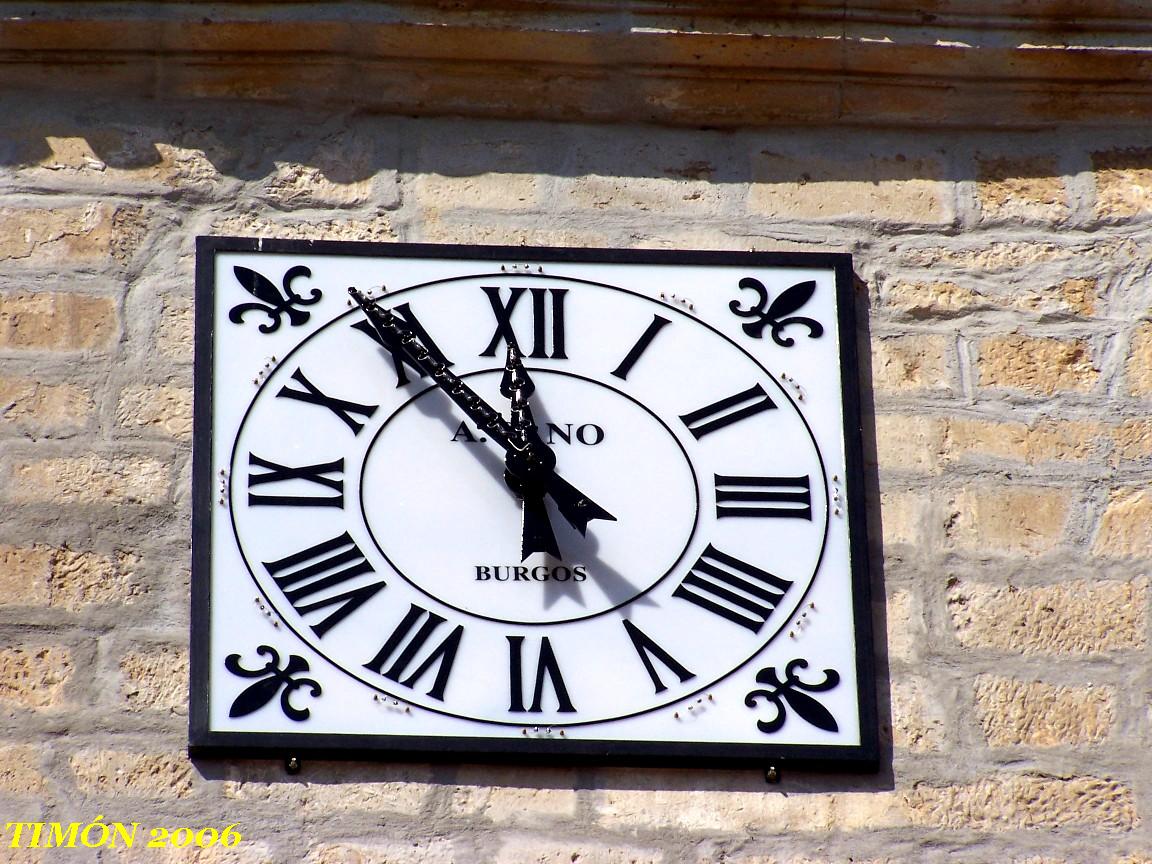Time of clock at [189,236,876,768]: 11:53
